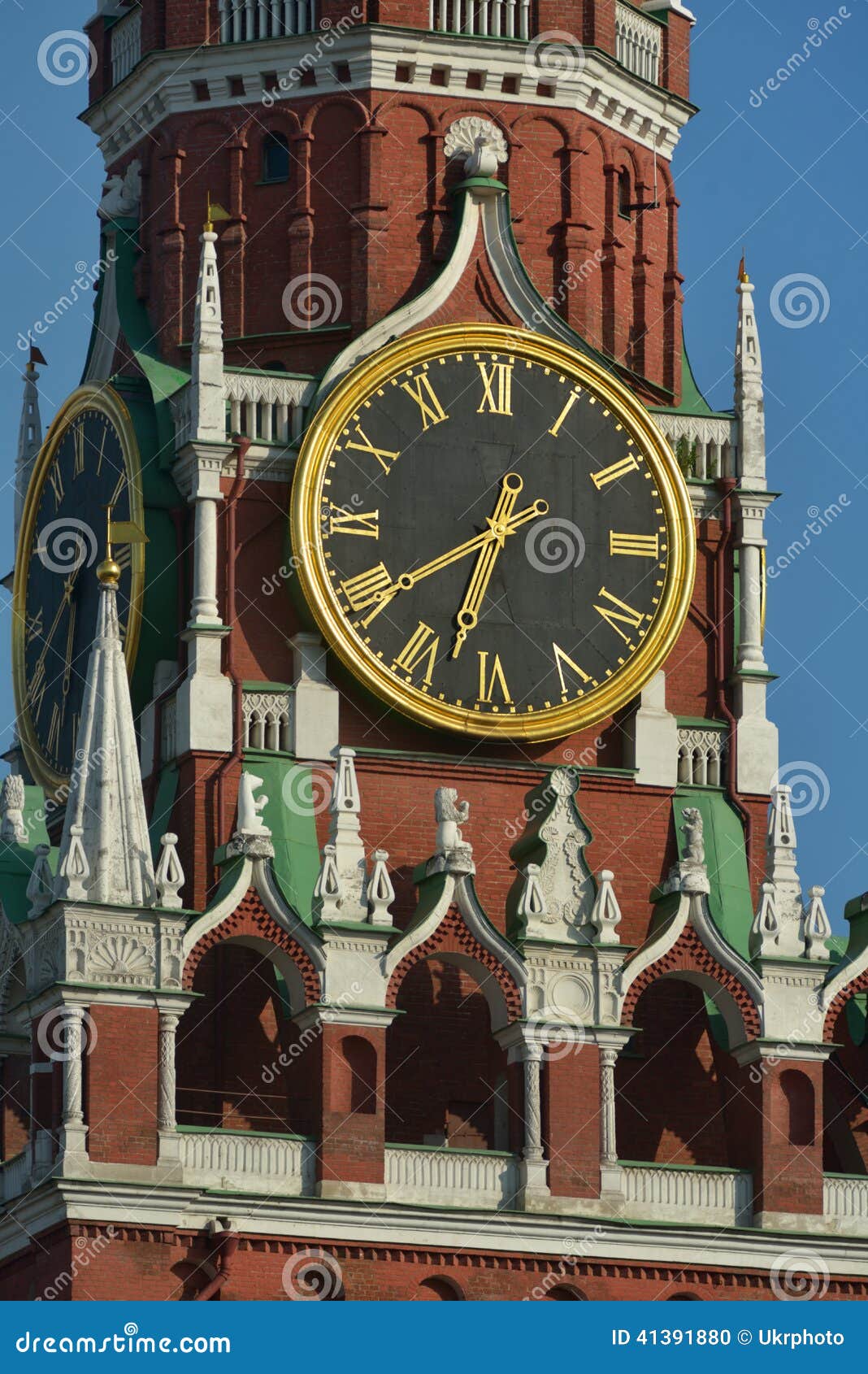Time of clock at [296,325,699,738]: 6:39
